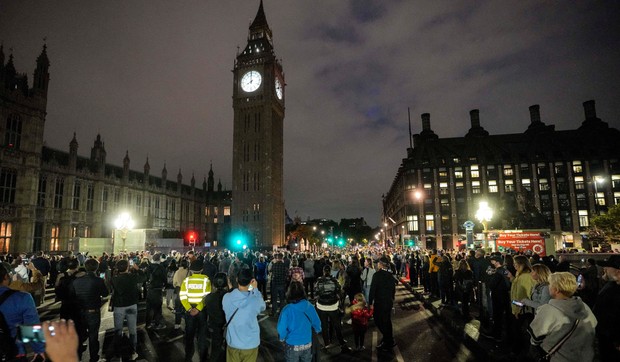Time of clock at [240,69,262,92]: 7:59
